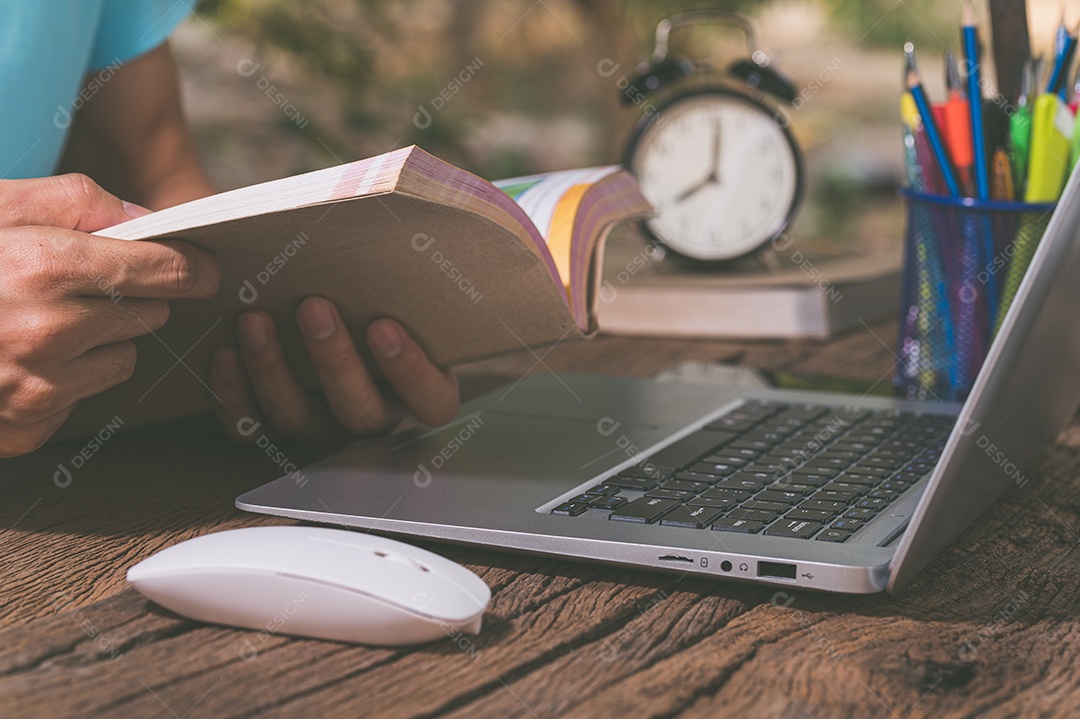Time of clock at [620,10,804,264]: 8:01
